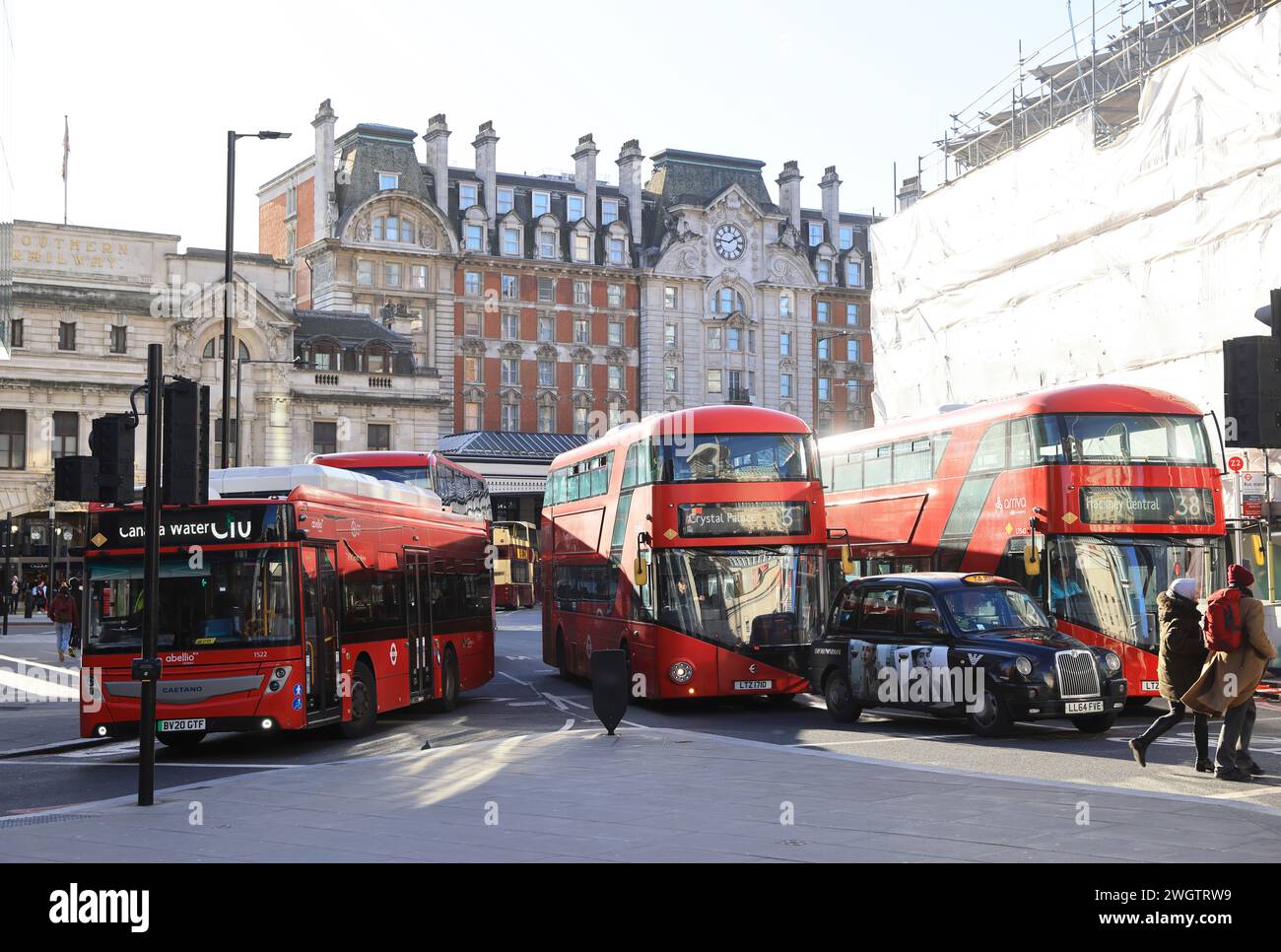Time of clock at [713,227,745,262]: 1:46
